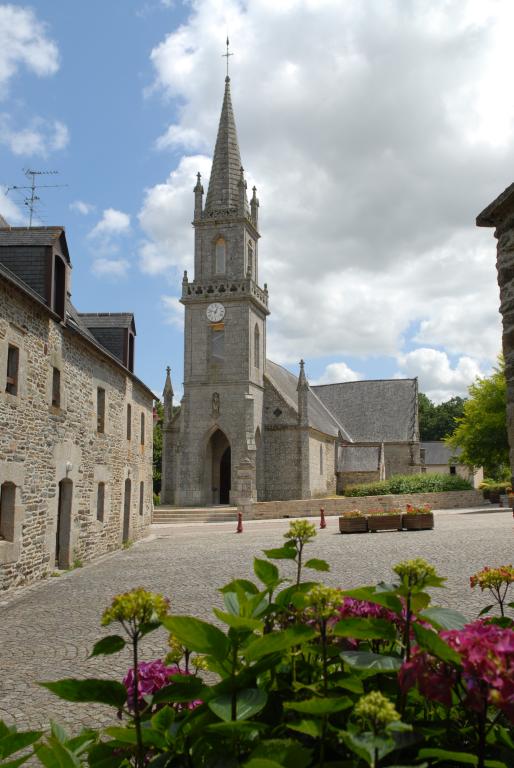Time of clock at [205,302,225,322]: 12:47
